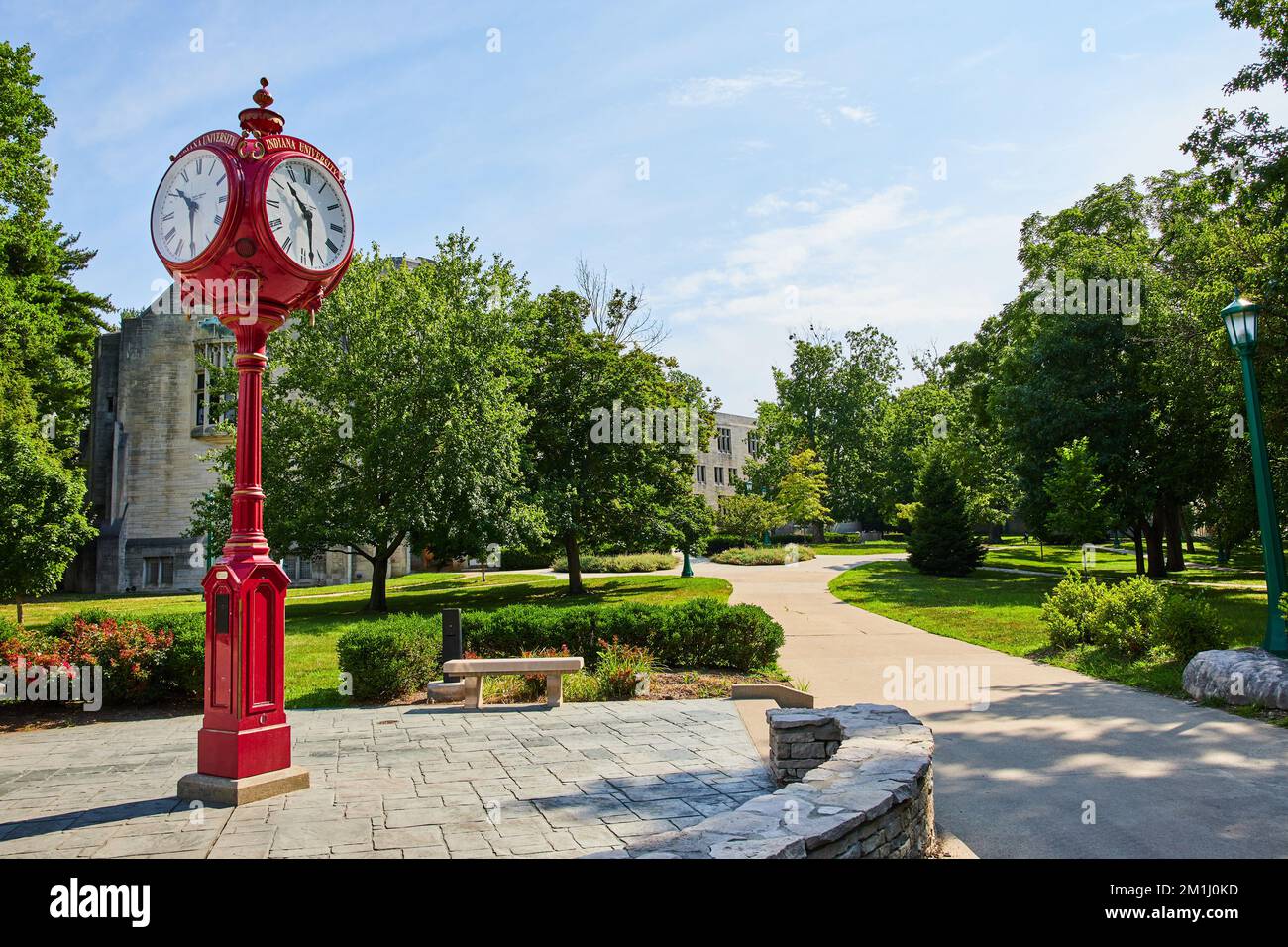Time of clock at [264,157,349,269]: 10:28
